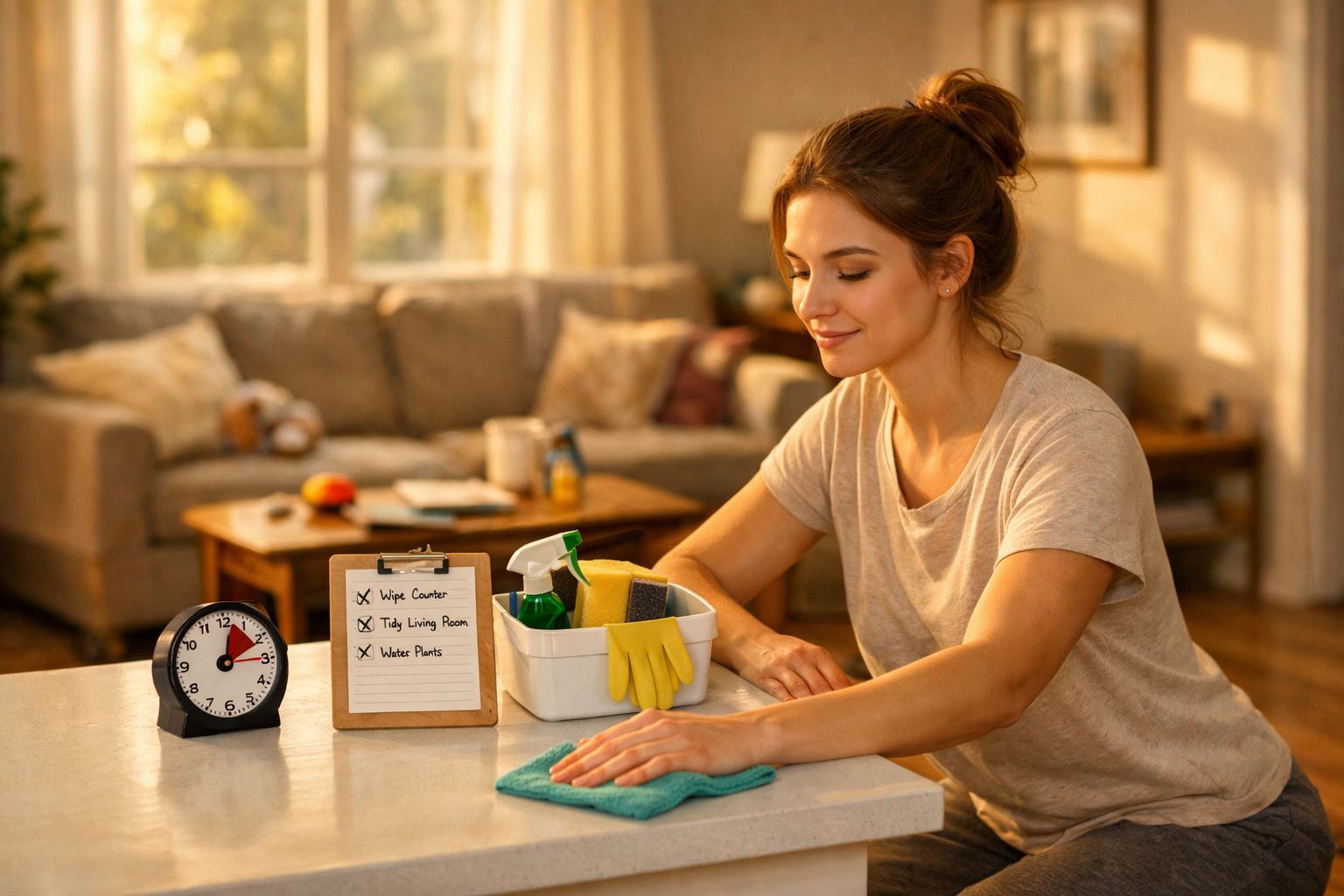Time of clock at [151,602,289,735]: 2:02
